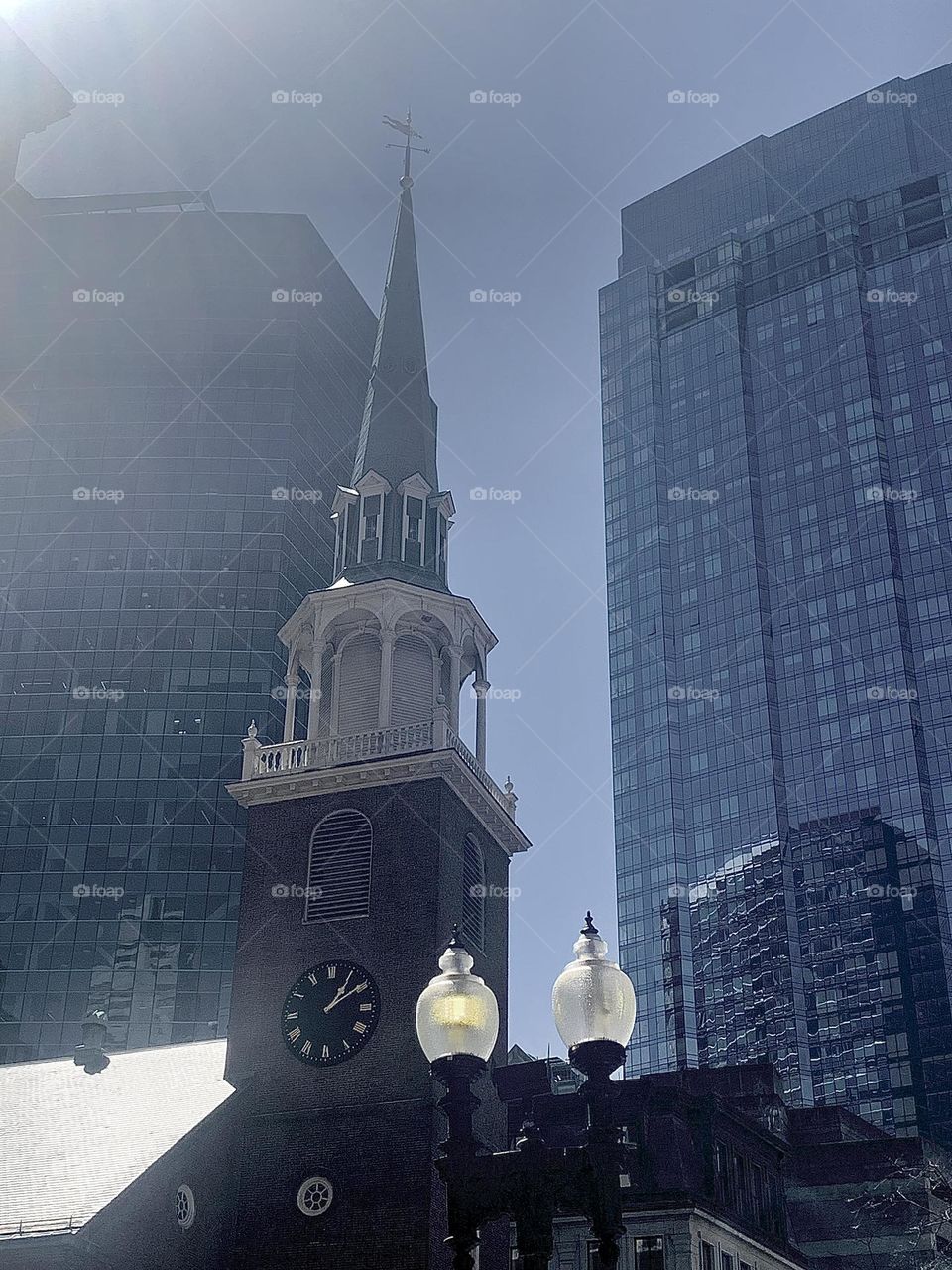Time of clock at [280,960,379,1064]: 1:09
